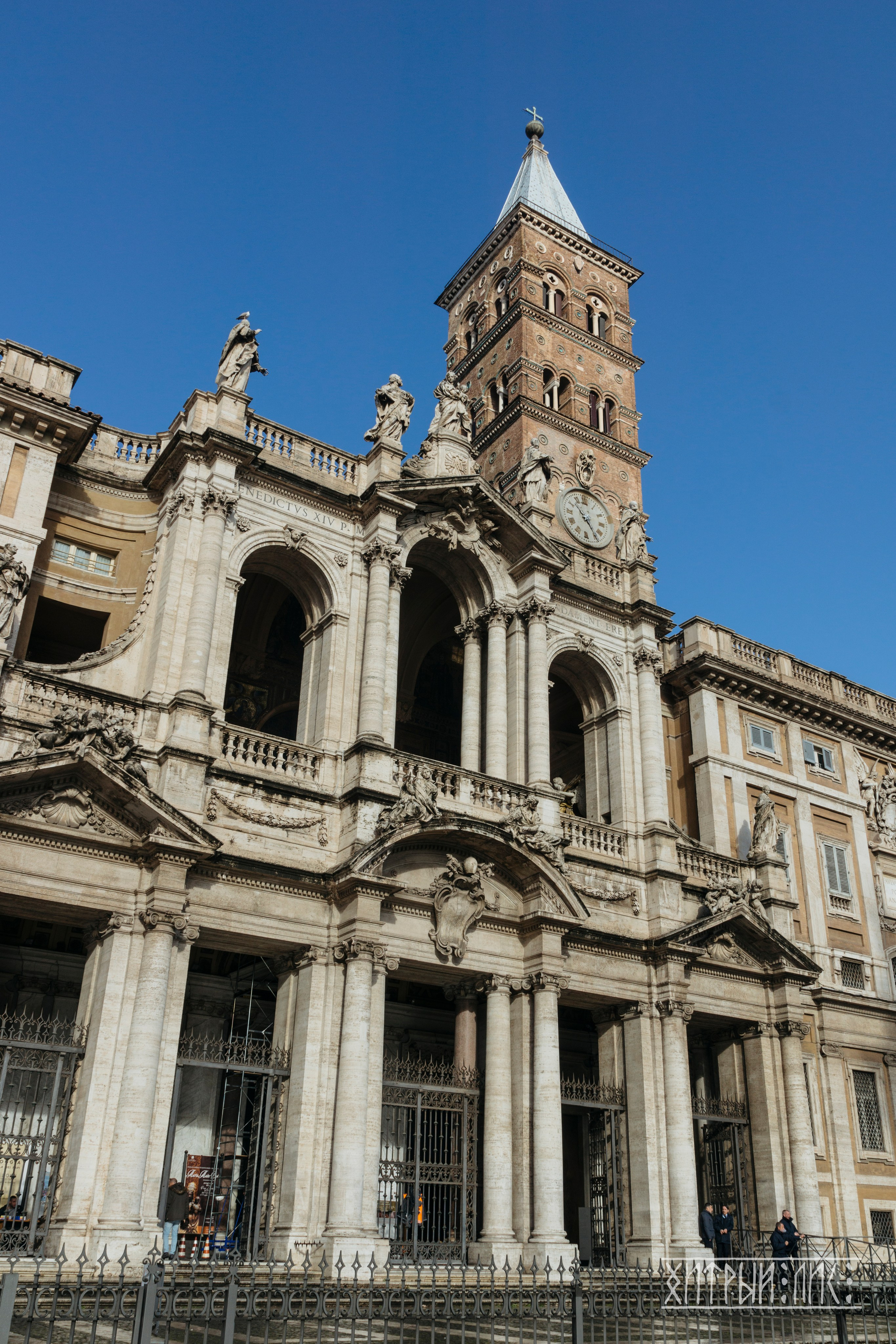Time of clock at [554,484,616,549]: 10:23
